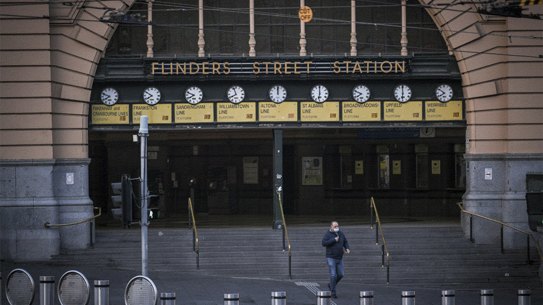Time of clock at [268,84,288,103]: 12:00
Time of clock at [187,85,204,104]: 7:48
